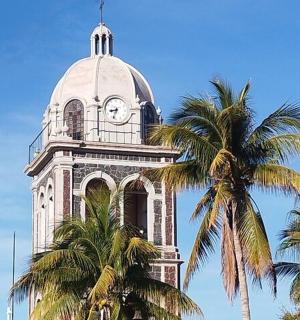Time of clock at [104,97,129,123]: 8:33
